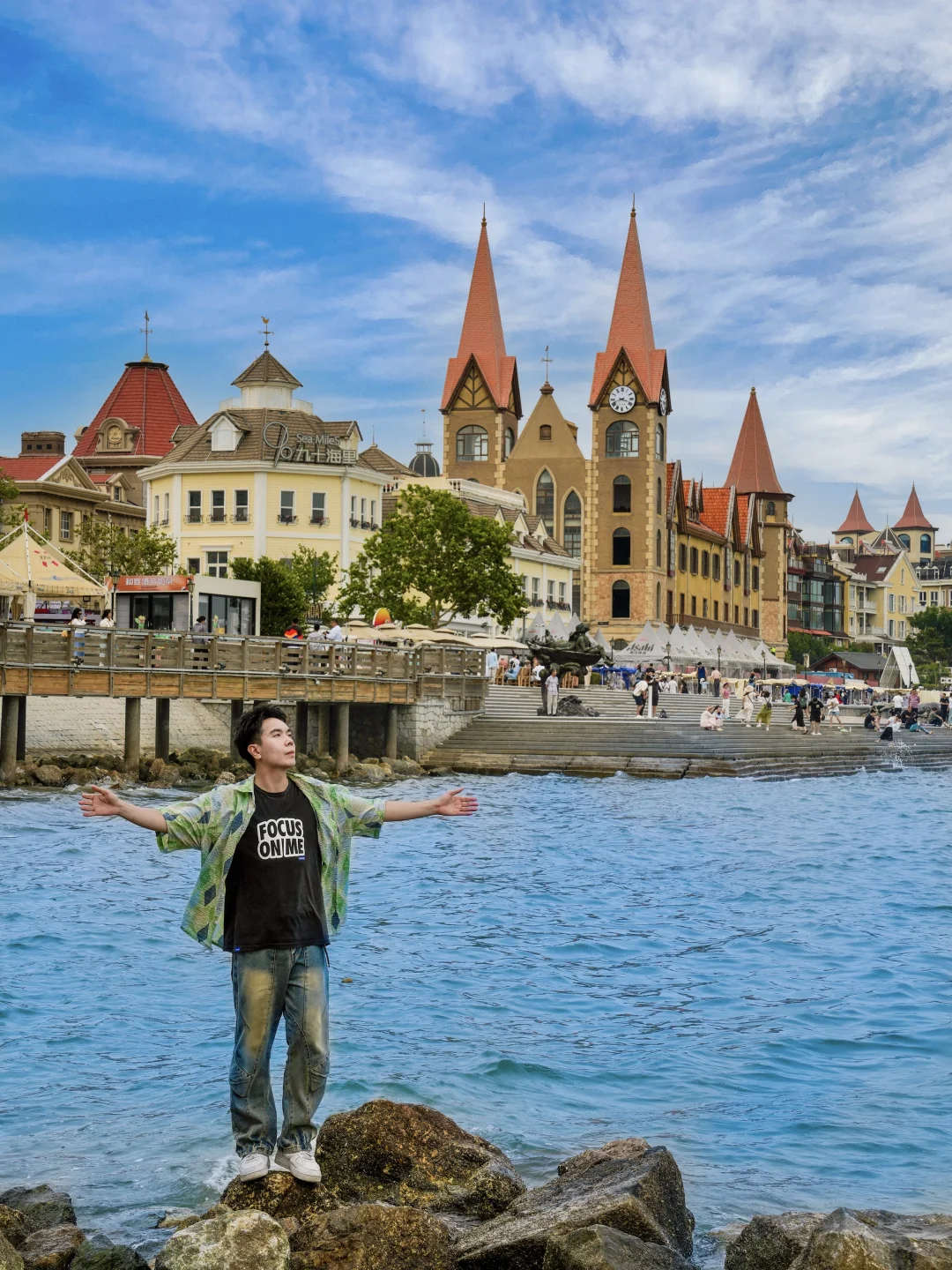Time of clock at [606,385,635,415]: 3:41
